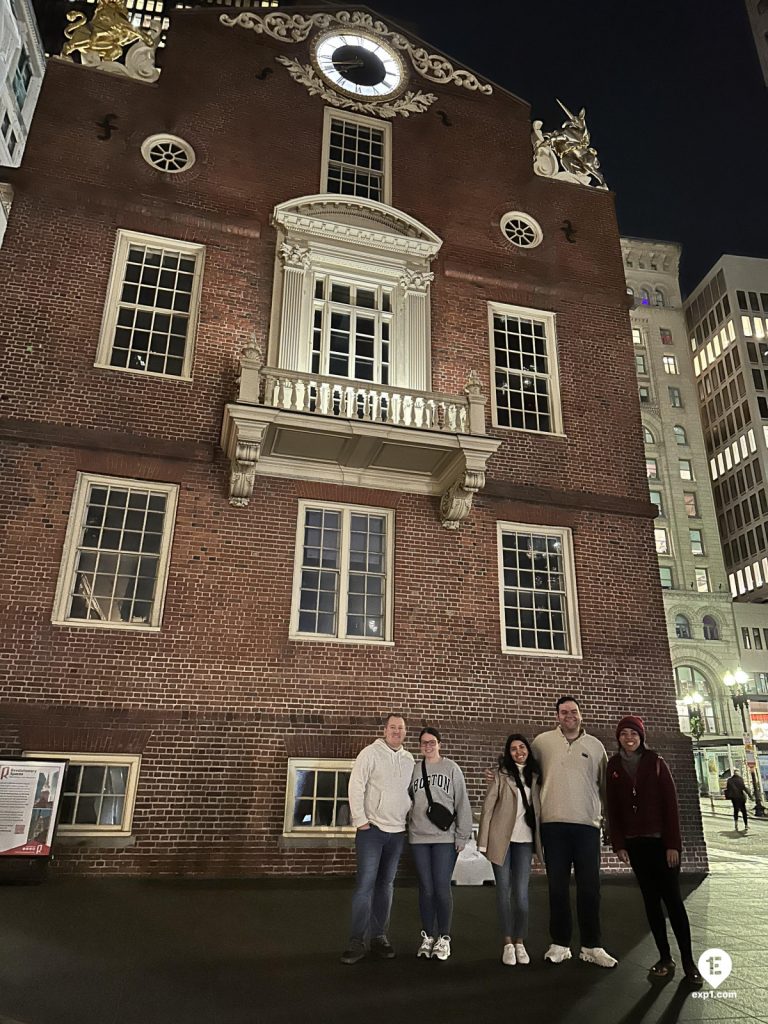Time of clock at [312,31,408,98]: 7:42
